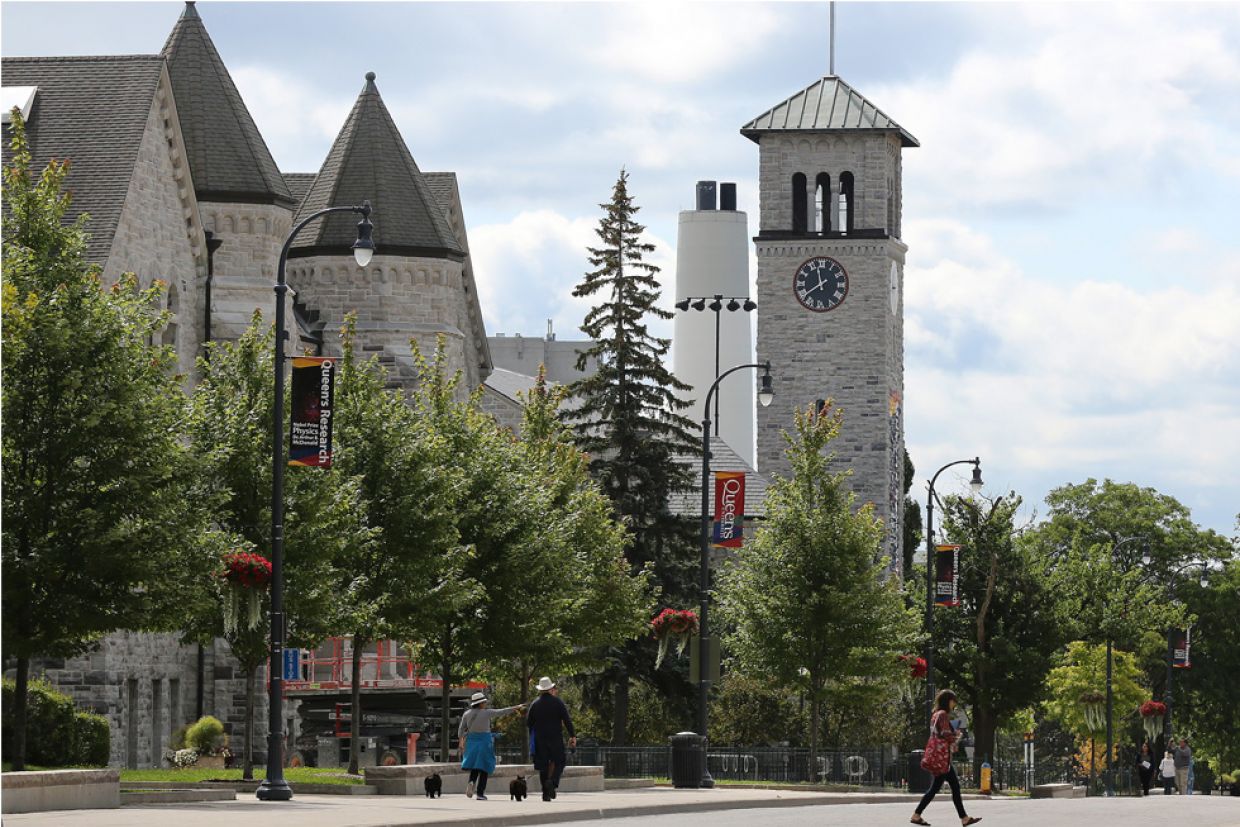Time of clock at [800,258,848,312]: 11:38
